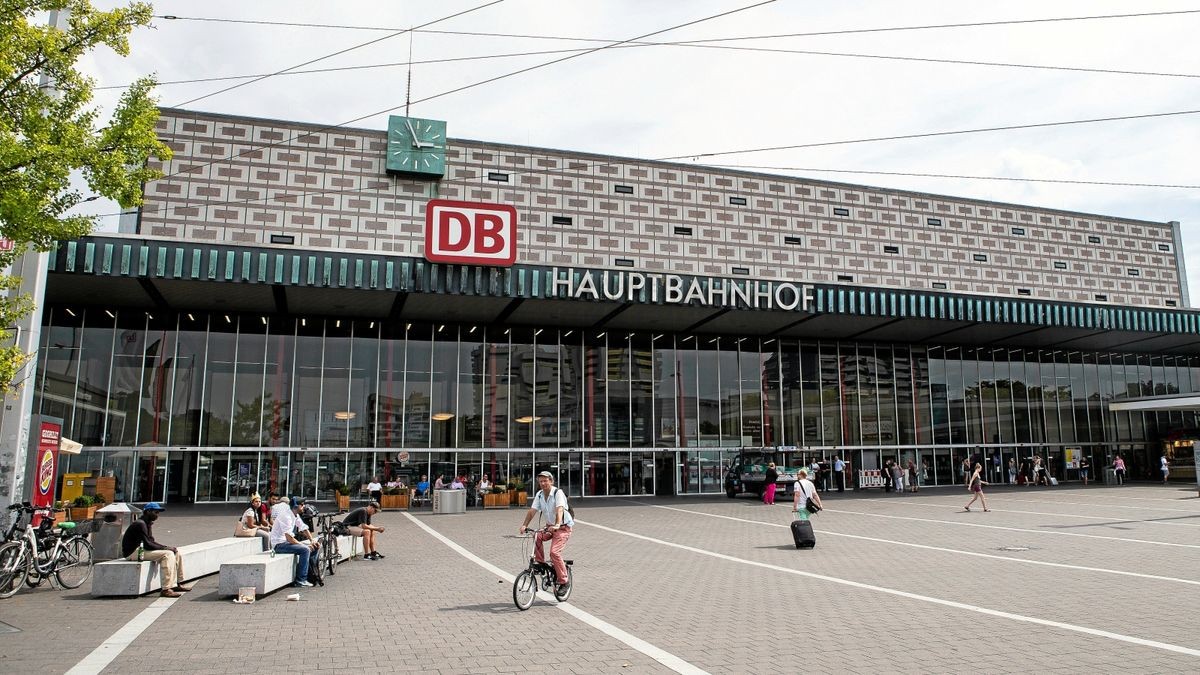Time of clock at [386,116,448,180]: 2:56
